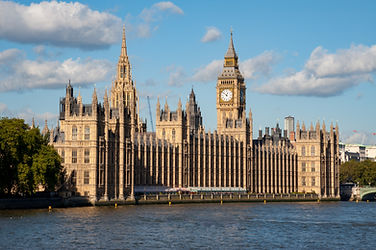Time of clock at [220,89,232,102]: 12:52
